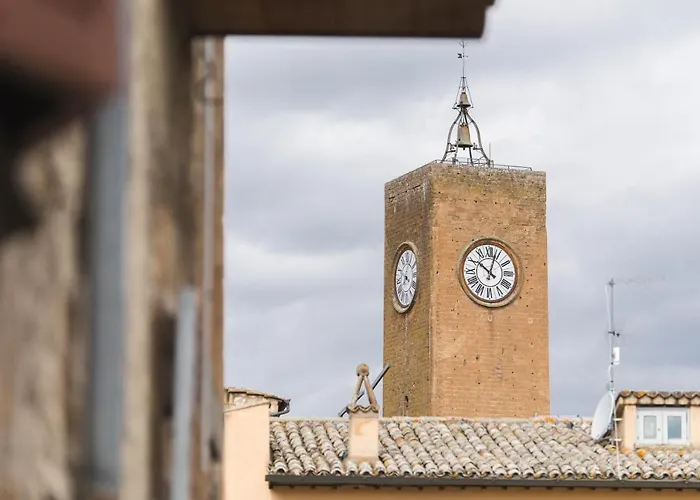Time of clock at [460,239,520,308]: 10:03
